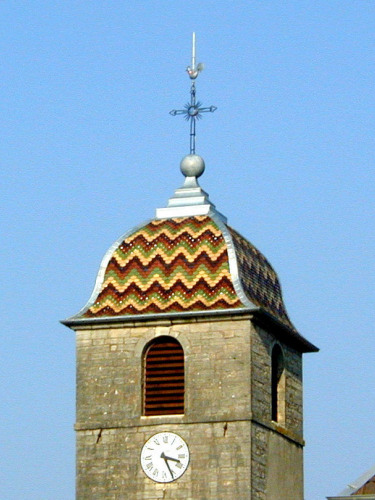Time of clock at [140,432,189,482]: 3:26
